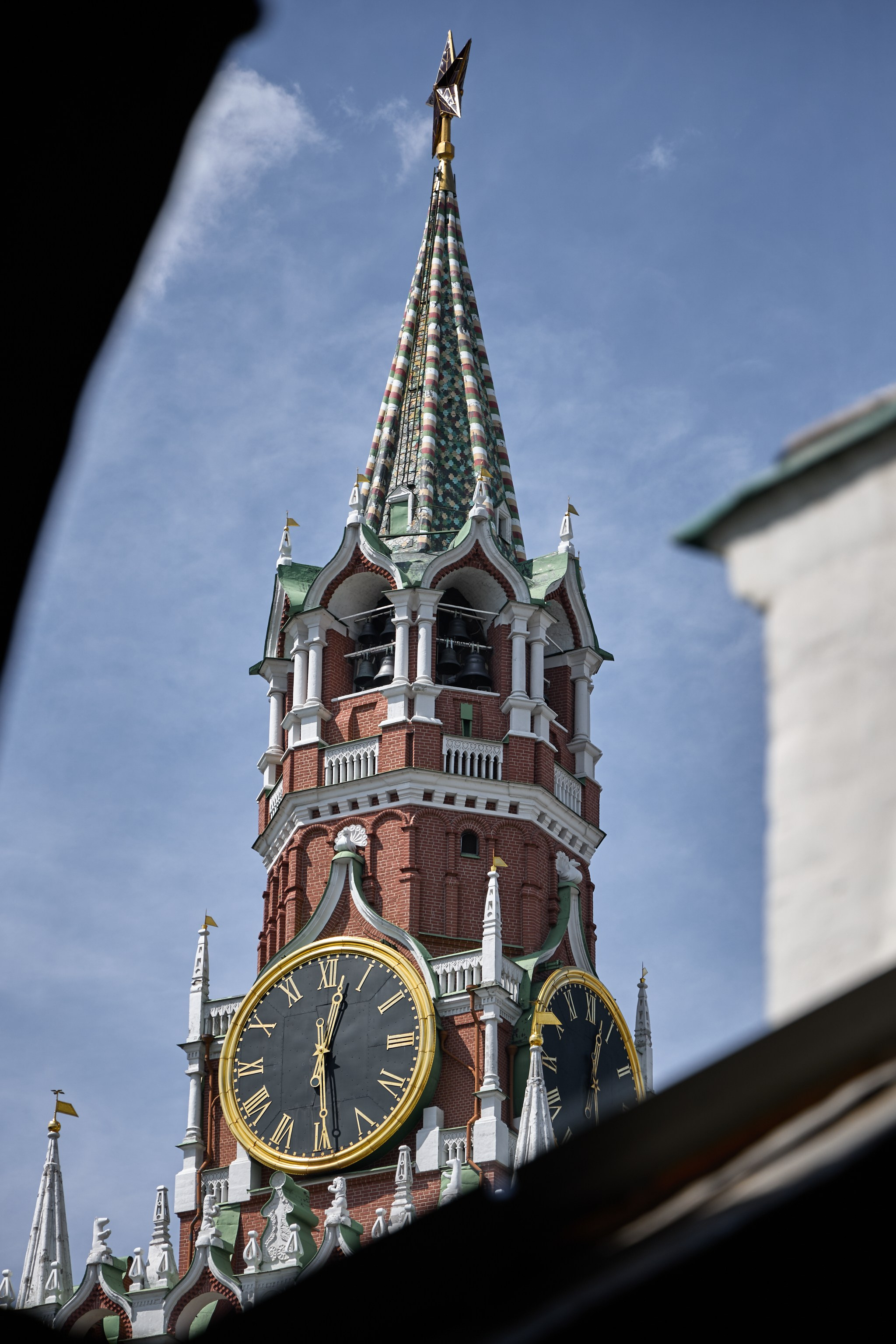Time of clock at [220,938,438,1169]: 12:29
